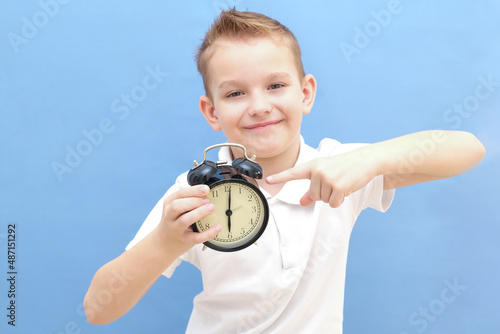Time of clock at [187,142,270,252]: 6:01
